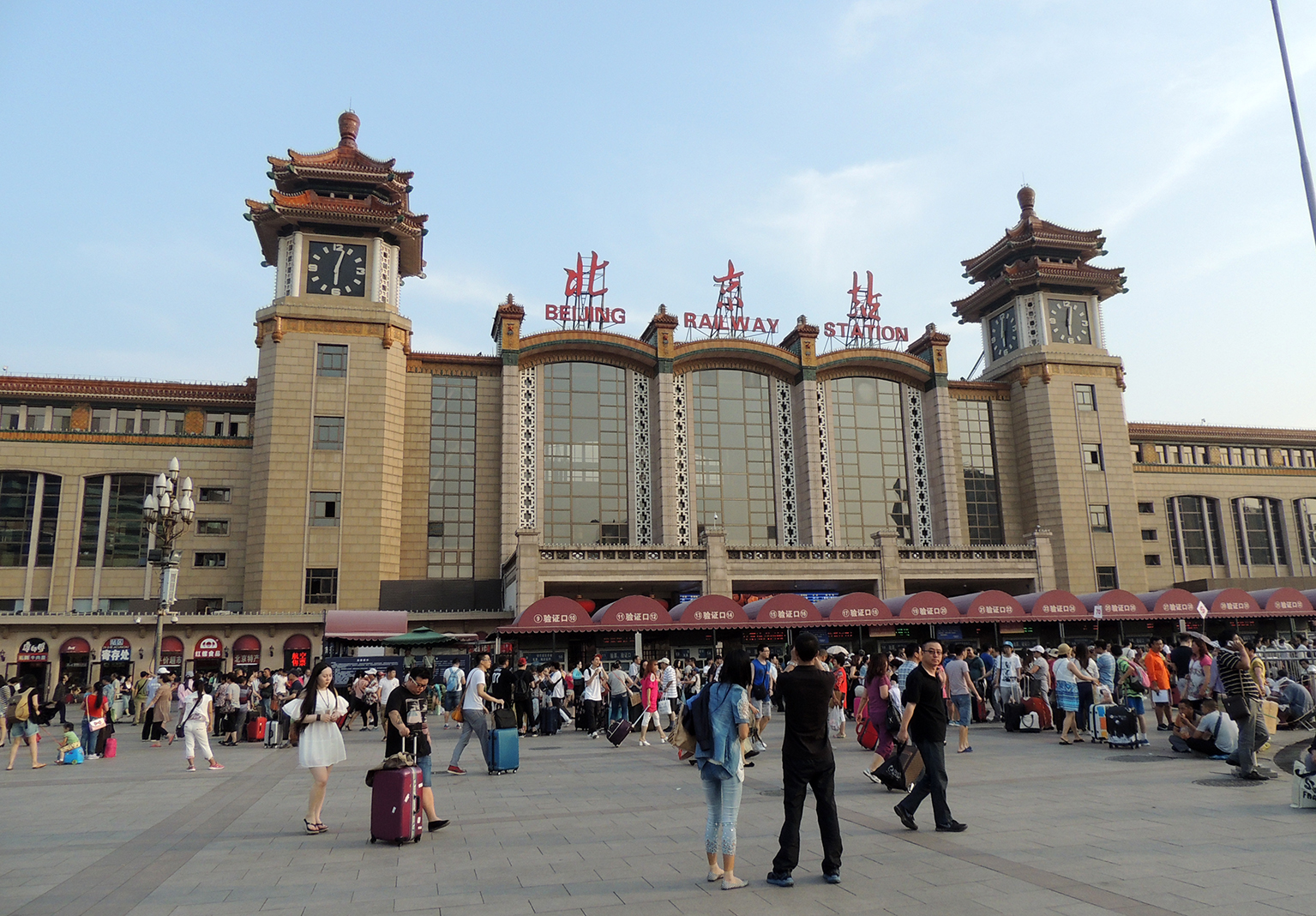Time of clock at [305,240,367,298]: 6:03
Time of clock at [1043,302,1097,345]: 6:01
